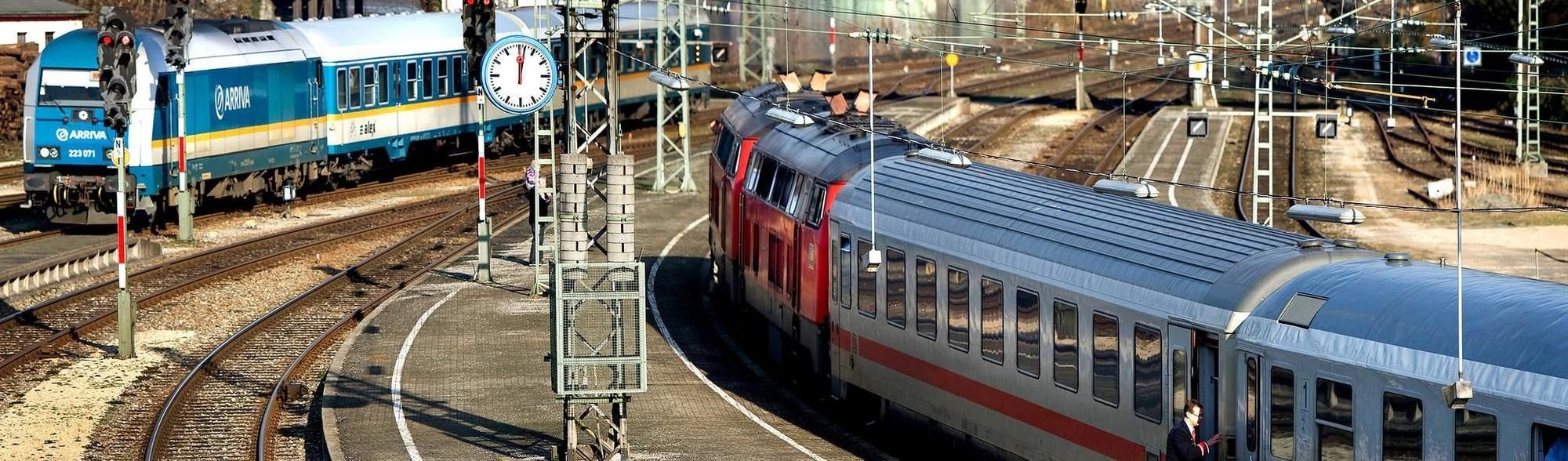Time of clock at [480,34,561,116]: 12:02
